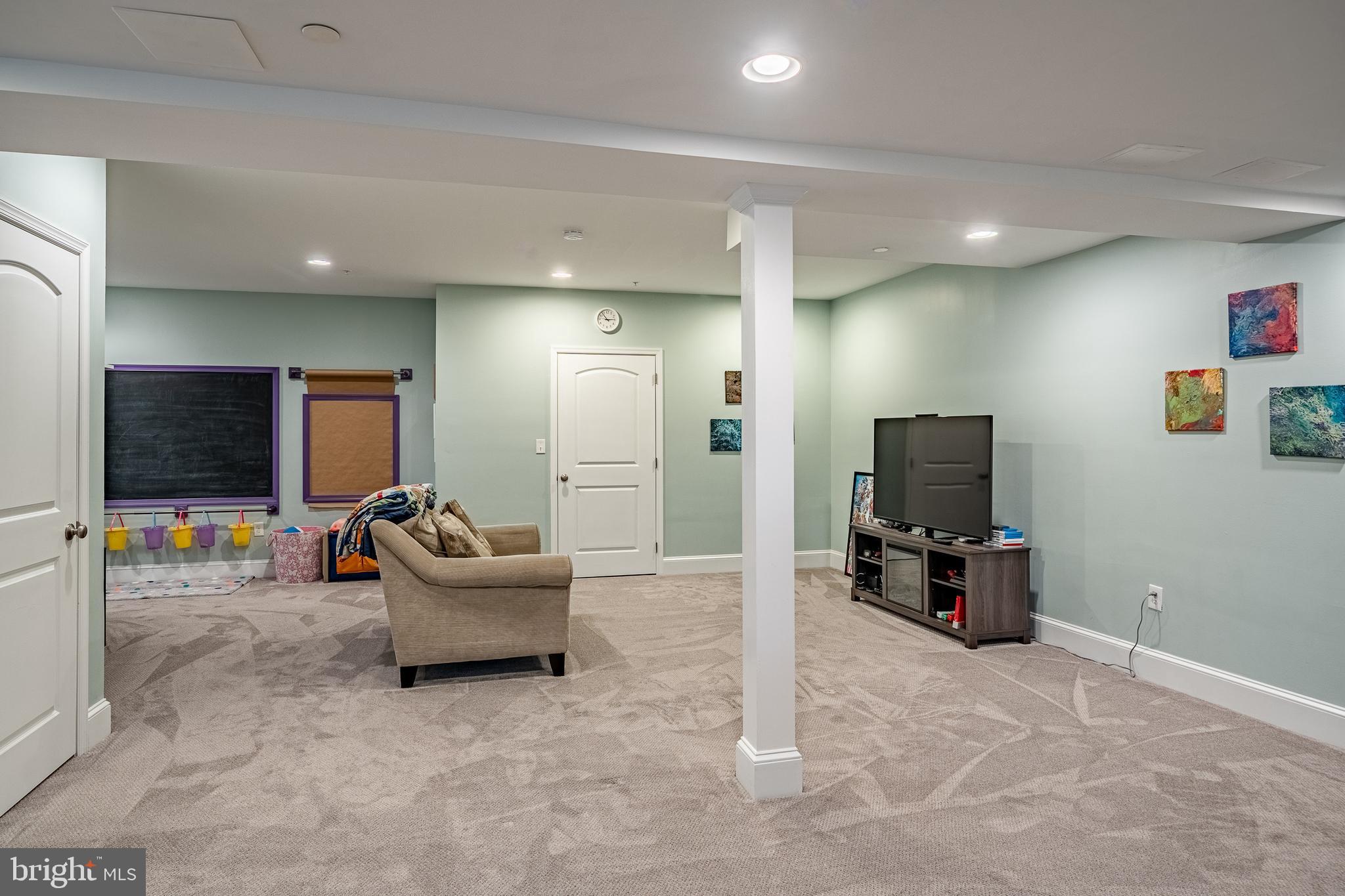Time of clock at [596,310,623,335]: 2:53
